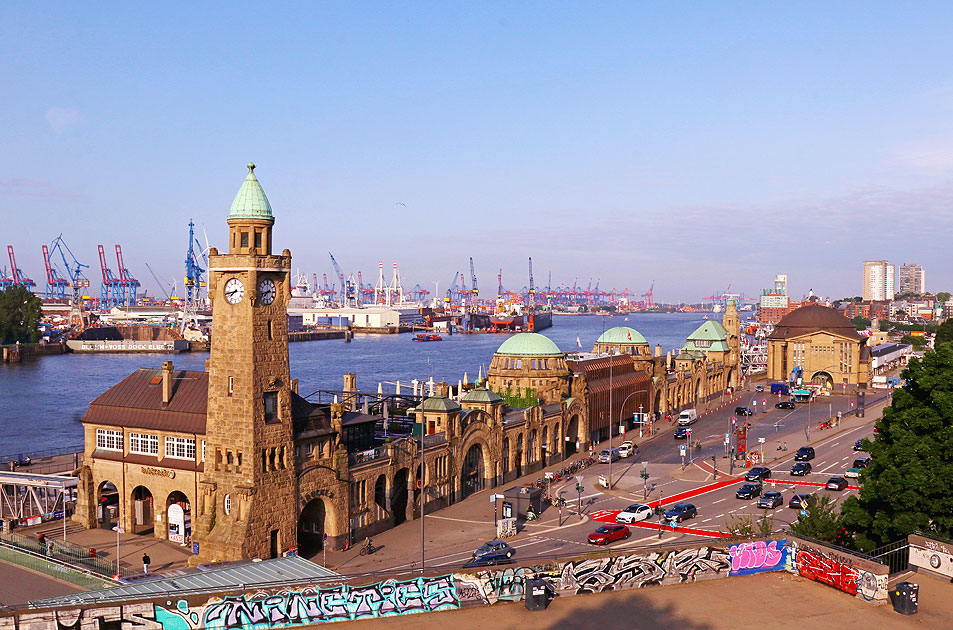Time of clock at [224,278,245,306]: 7:42
